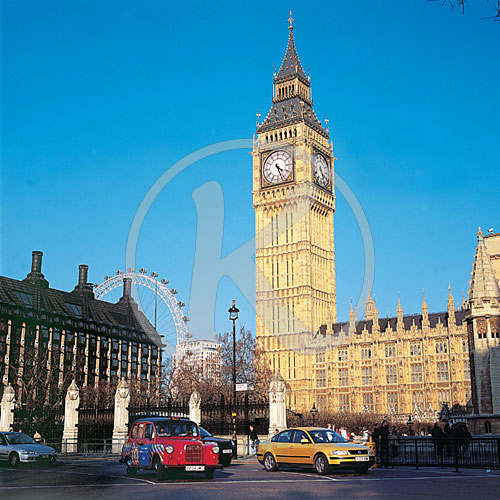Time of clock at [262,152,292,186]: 4:26
